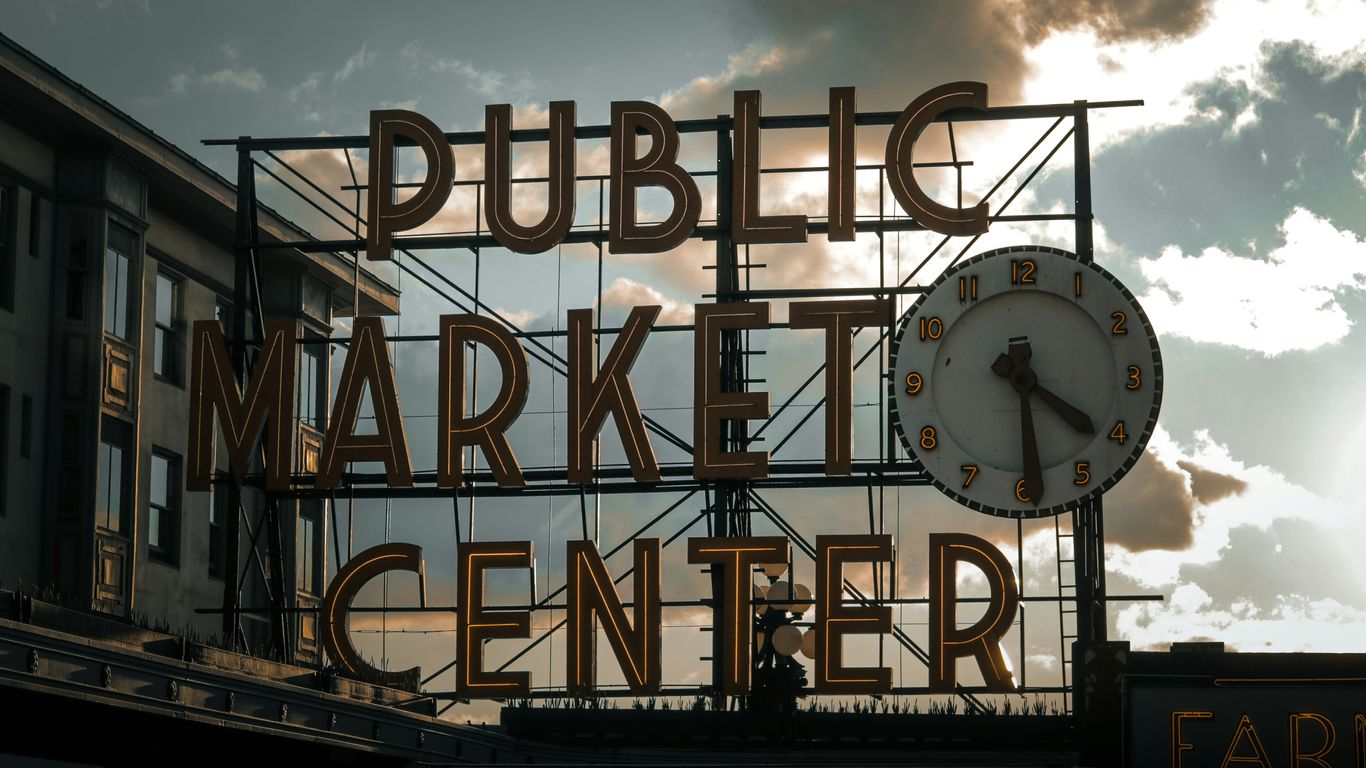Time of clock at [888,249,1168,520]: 4:29
